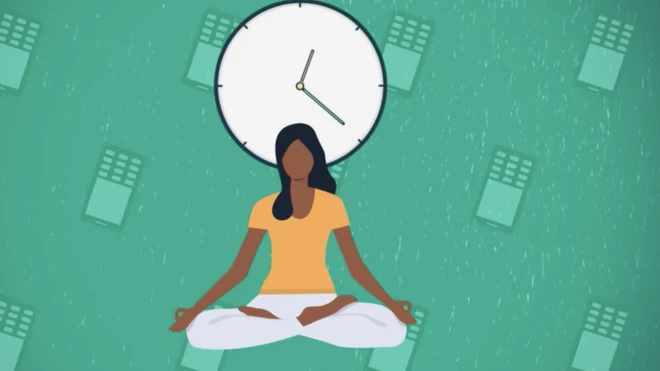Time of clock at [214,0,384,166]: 12:20
